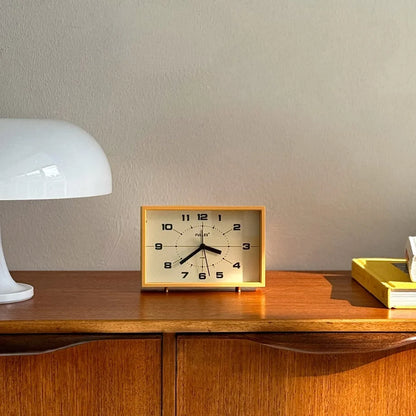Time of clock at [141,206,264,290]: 3:38
